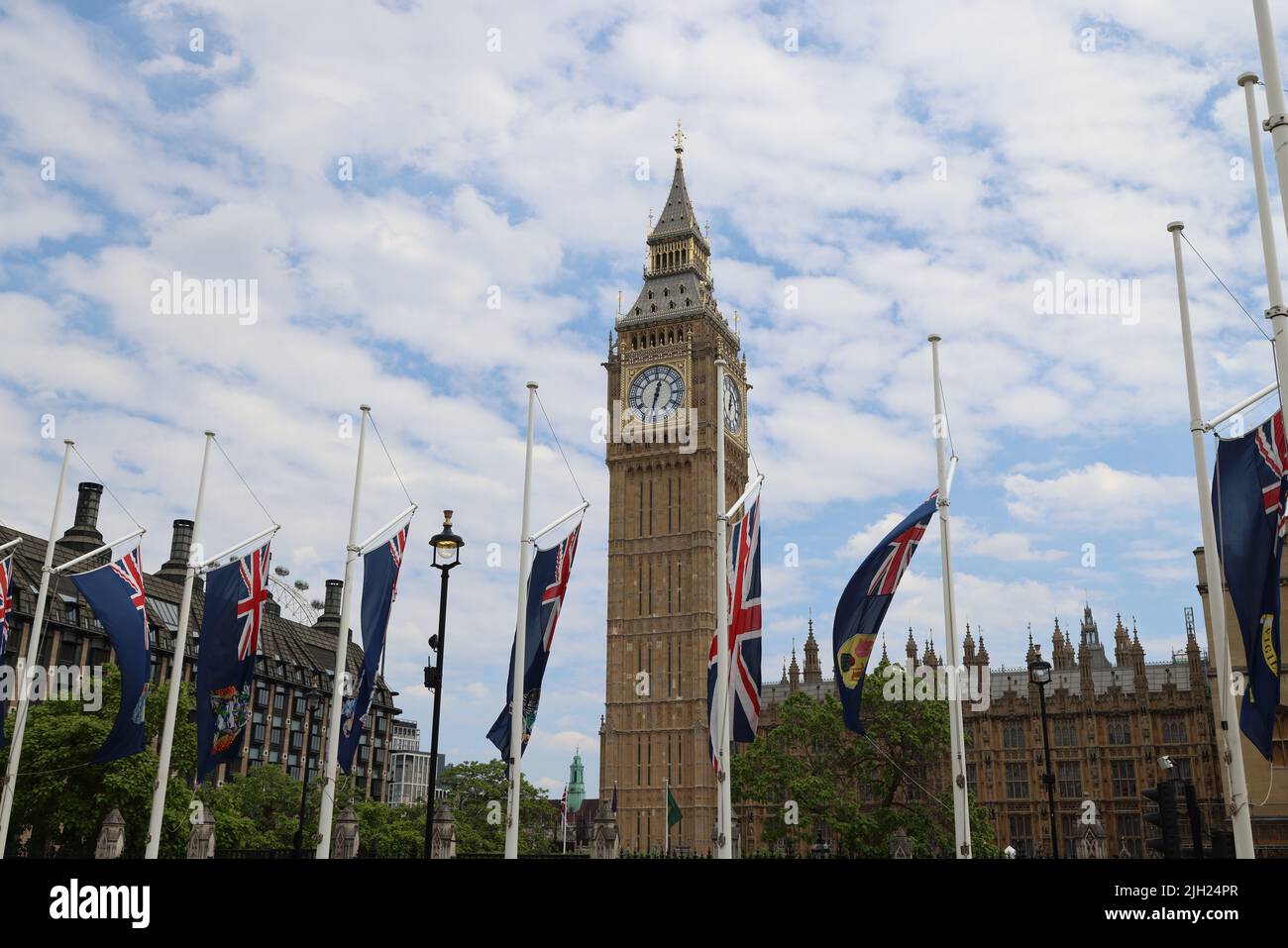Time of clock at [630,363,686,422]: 12:32
